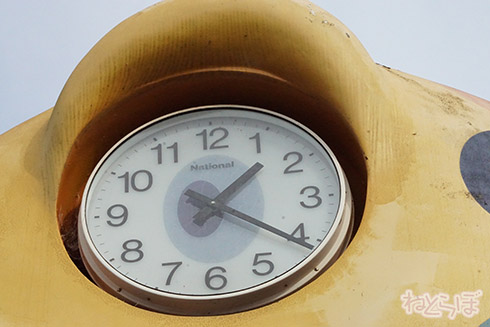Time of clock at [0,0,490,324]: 1:20
